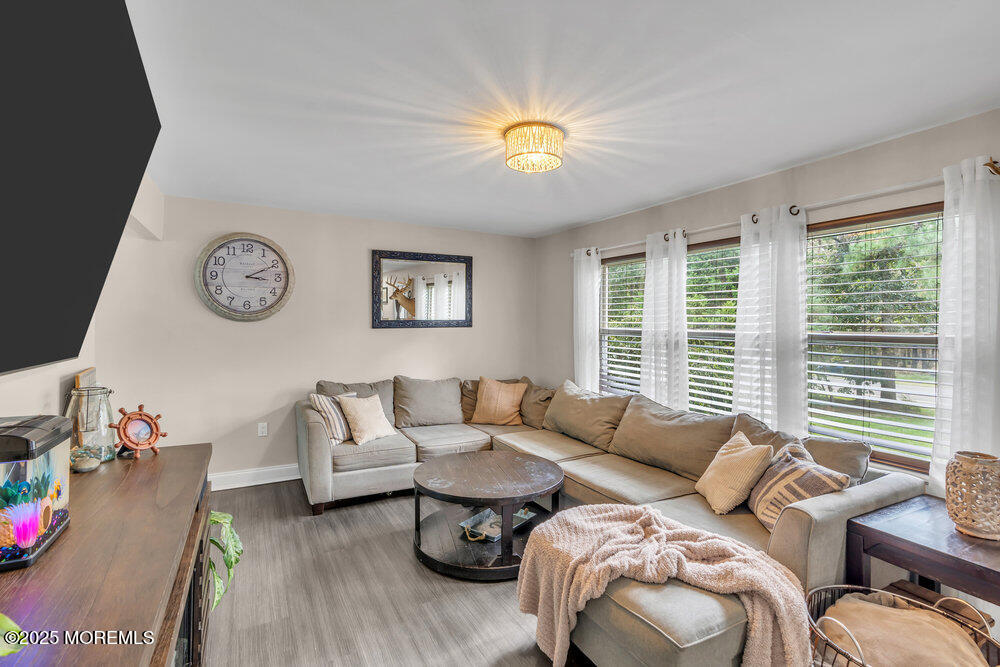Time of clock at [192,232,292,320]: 3:10
